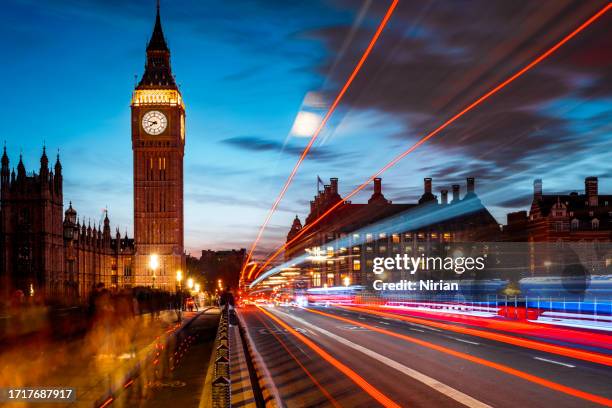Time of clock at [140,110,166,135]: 7:47
